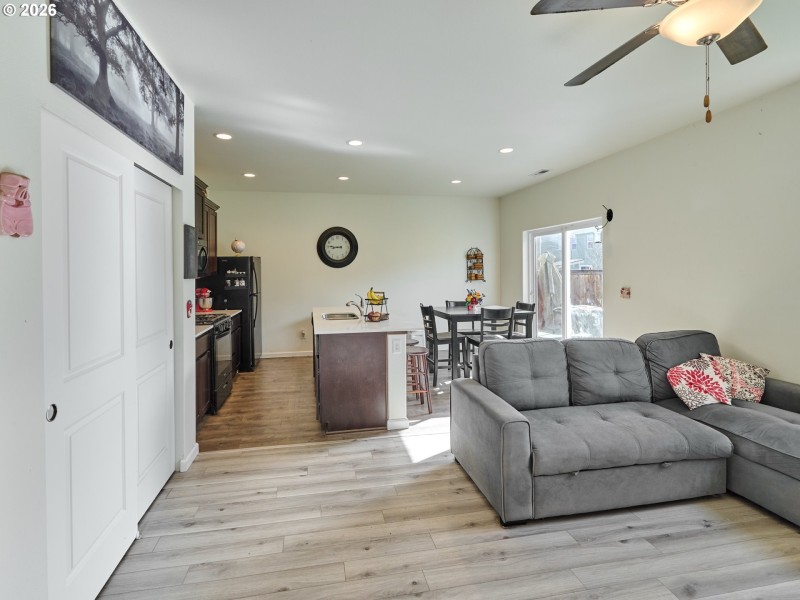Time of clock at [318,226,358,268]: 8:46
